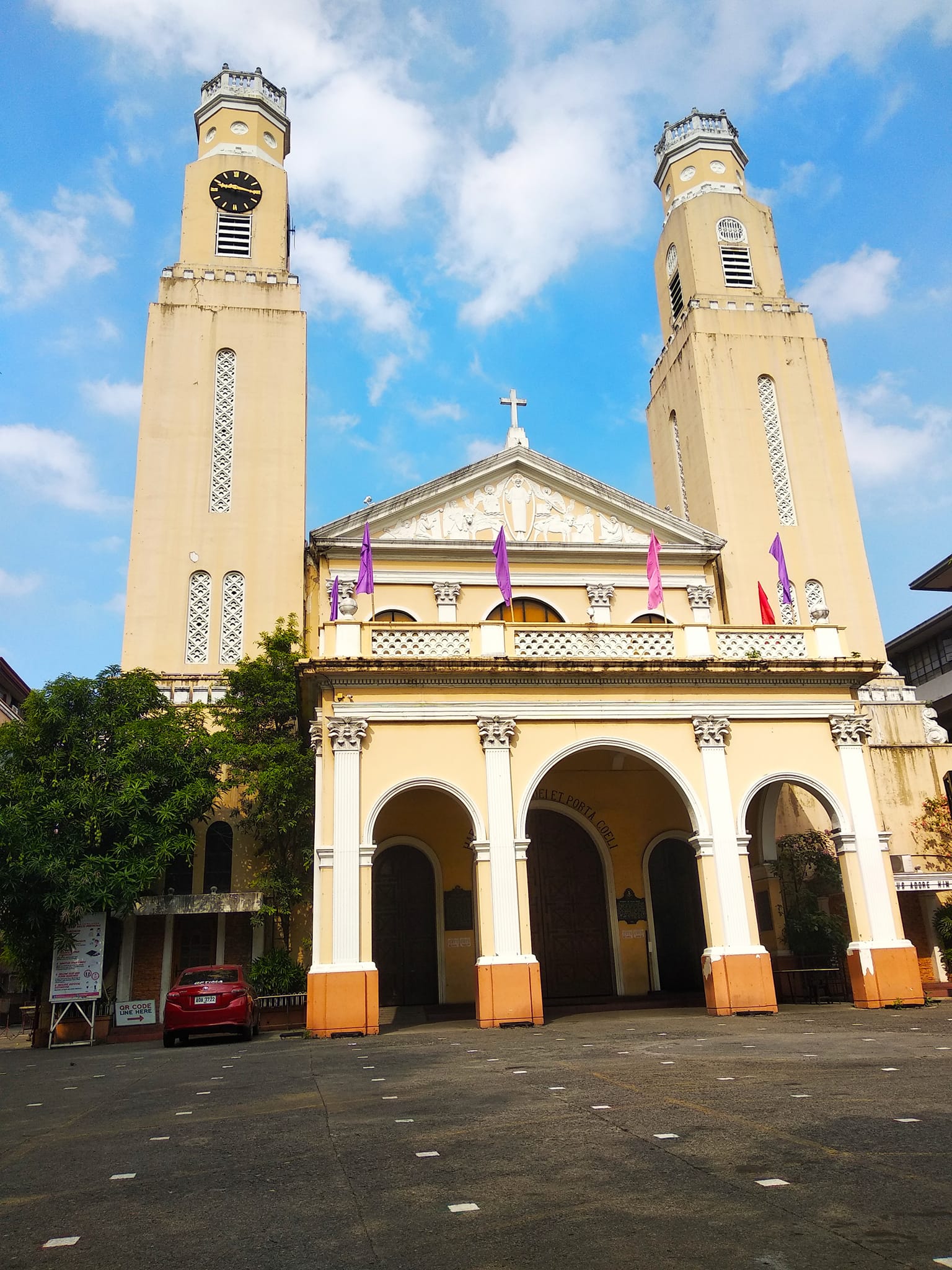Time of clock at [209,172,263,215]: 9:16
